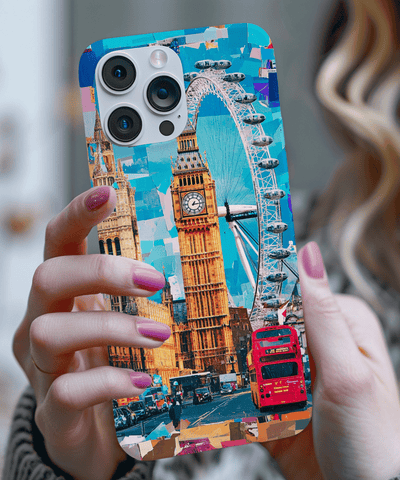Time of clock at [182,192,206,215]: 1:14
